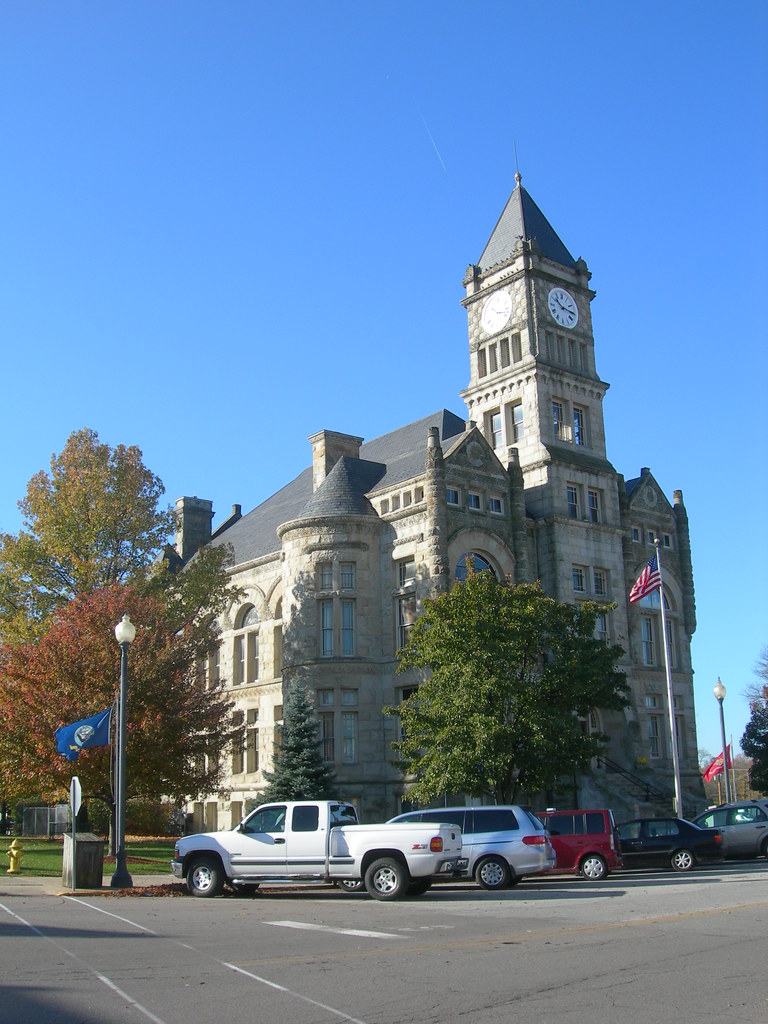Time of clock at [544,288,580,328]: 10:15
